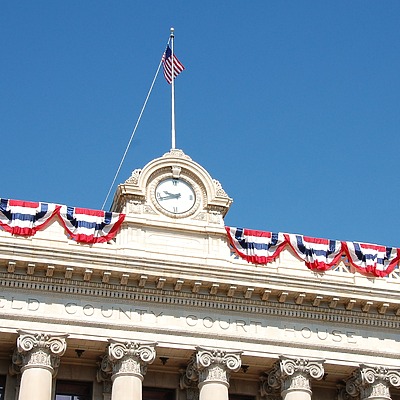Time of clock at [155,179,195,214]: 9:42
